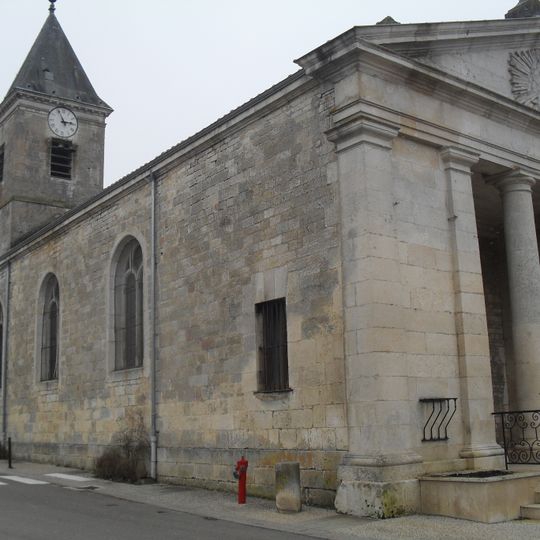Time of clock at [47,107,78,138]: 2:56
